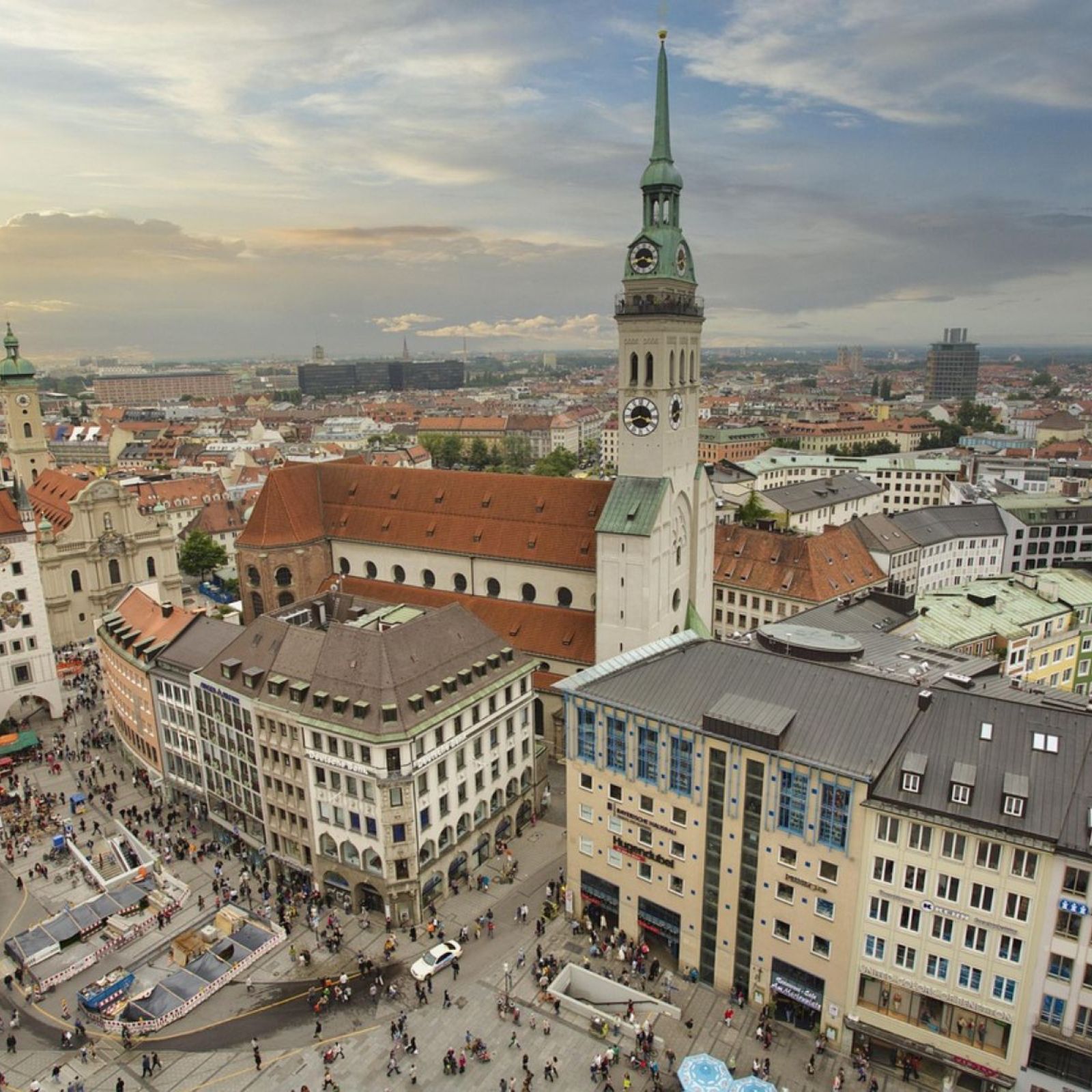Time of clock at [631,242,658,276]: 3:40
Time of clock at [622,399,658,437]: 3:40
